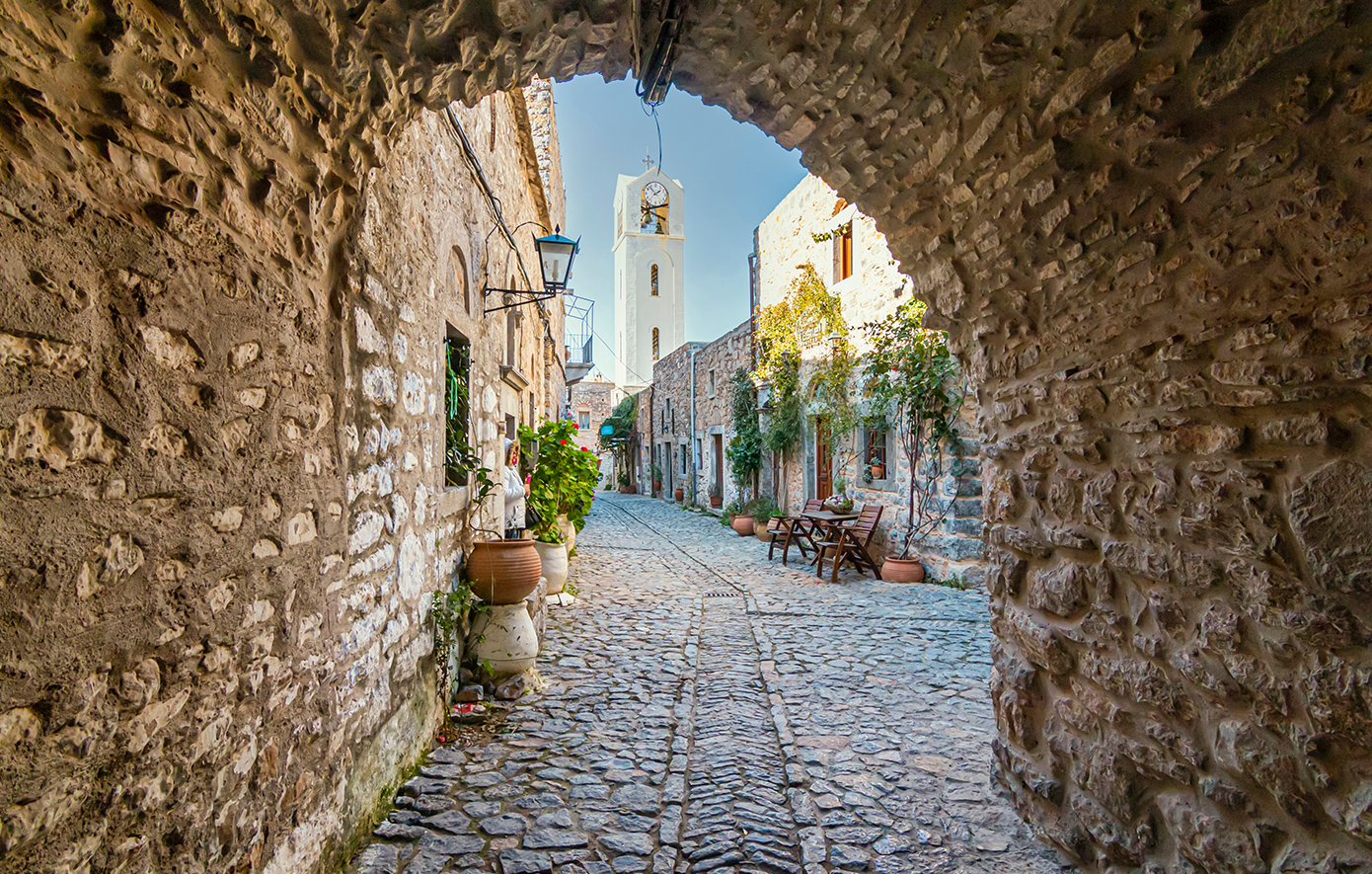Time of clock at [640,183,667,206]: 1:53
